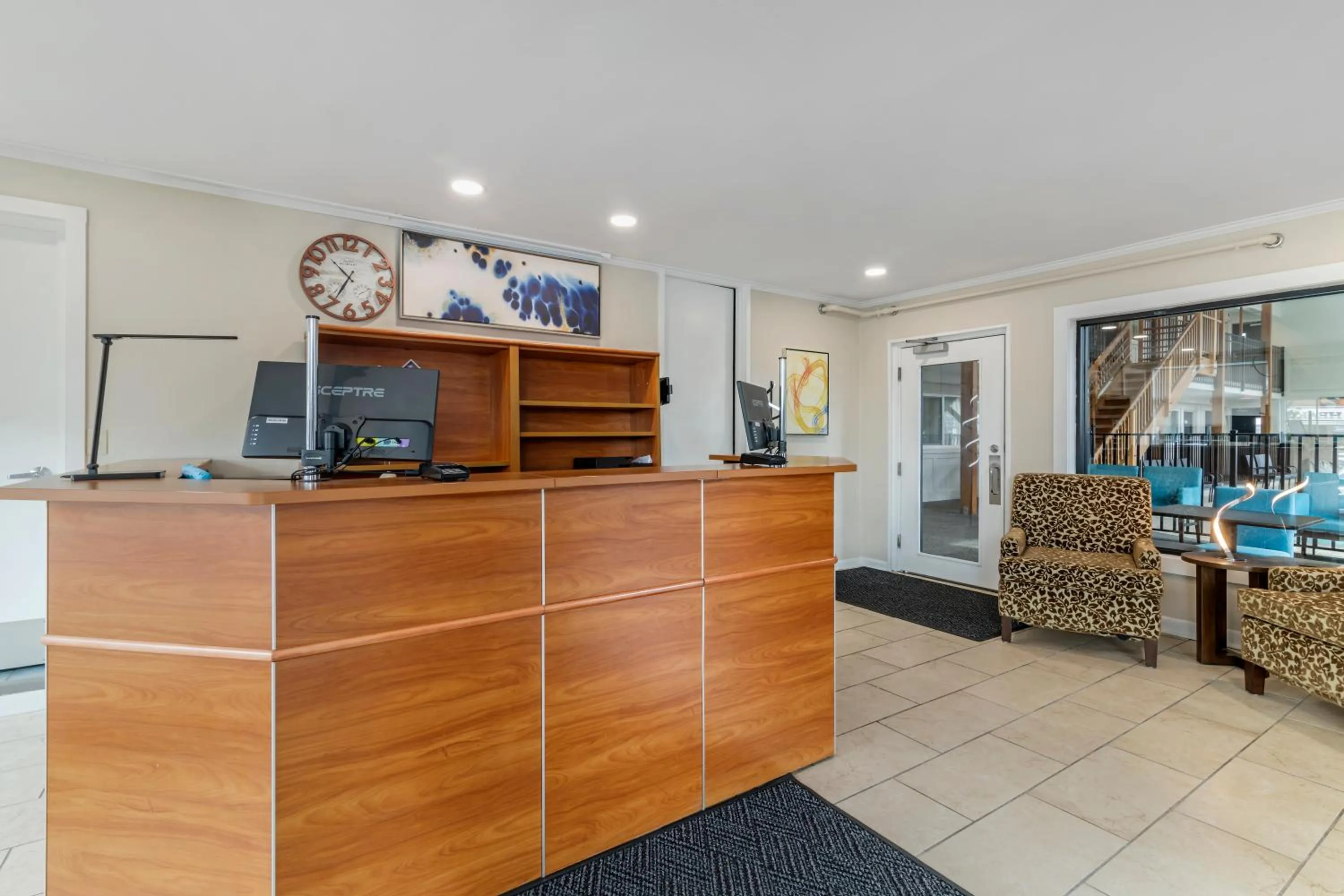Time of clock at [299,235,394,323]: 10:34
